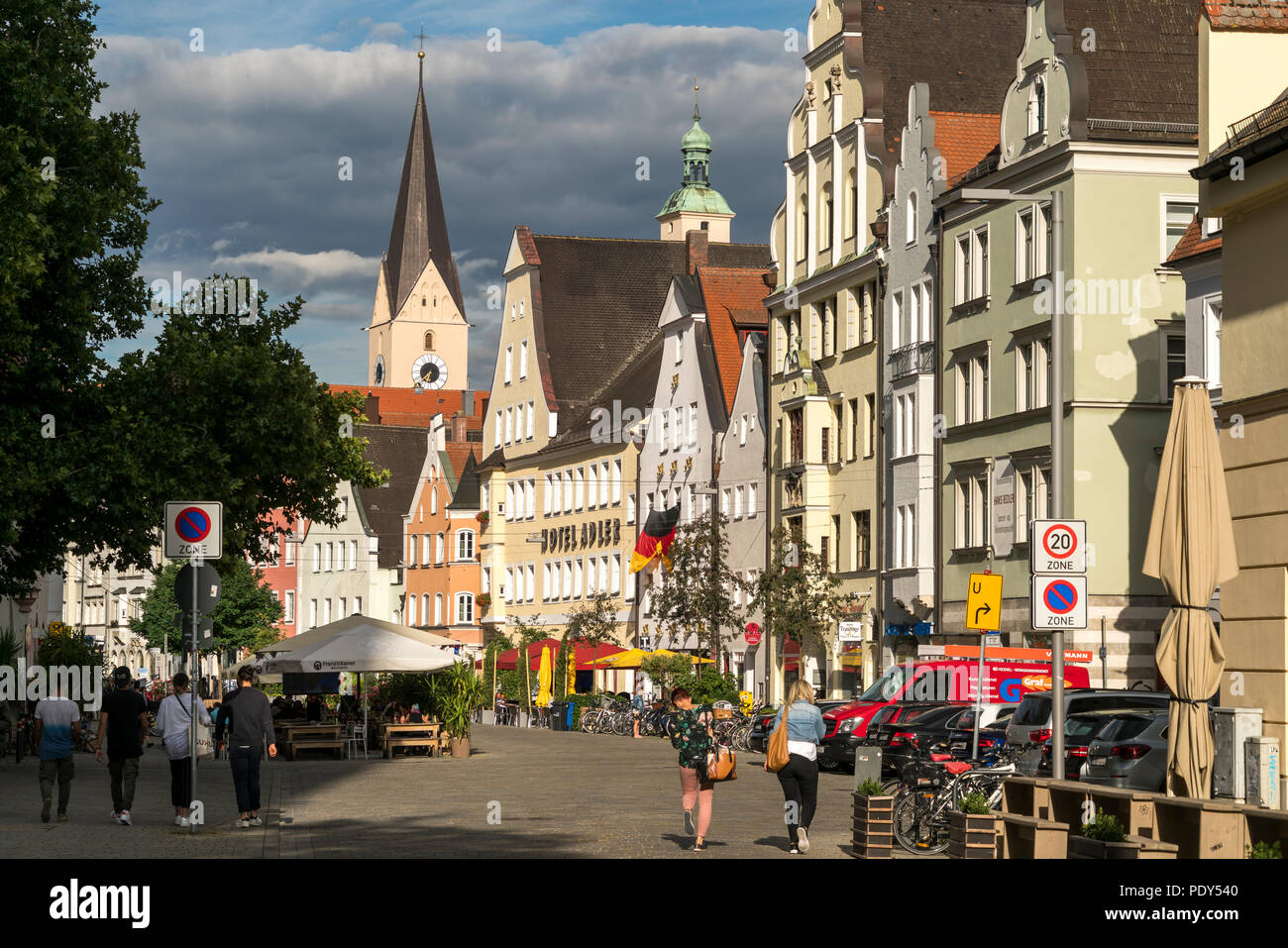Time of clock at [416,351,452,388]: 6:37
